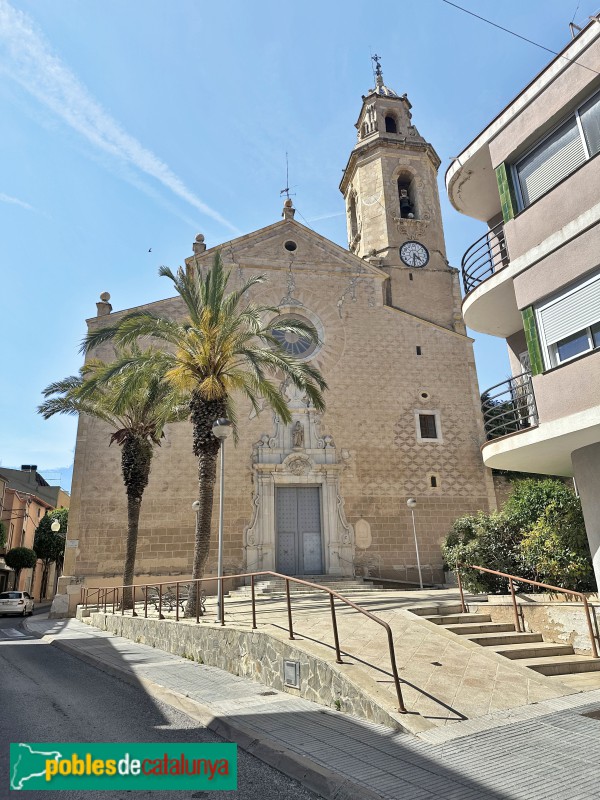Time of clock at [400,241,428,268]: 4:31
